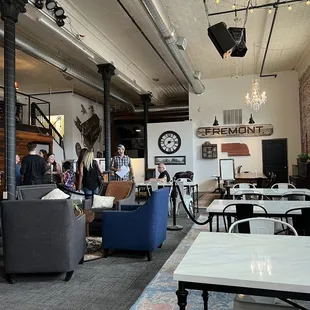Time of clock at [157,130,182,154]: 2:38
